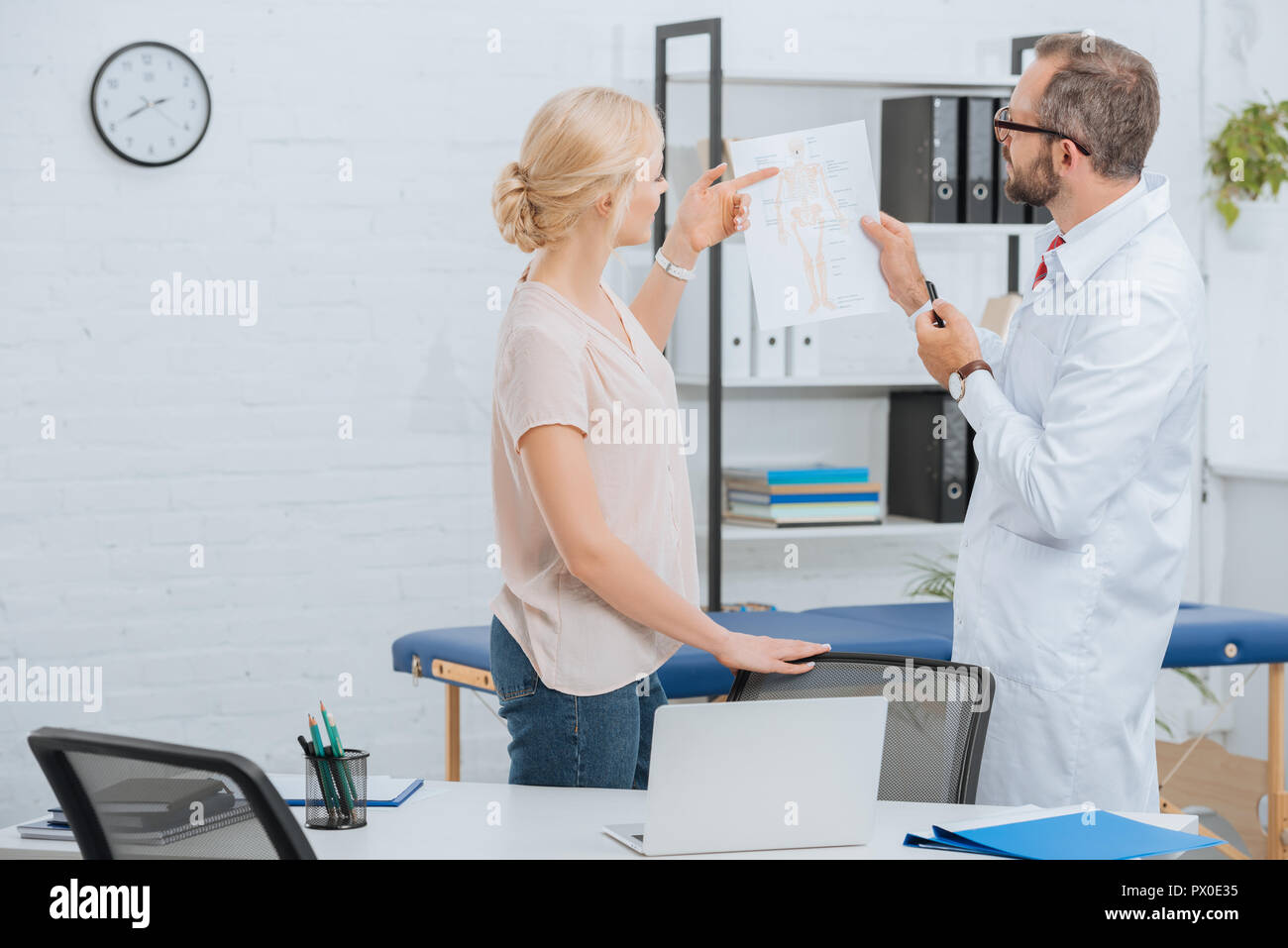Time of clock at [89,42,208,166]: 2:40
